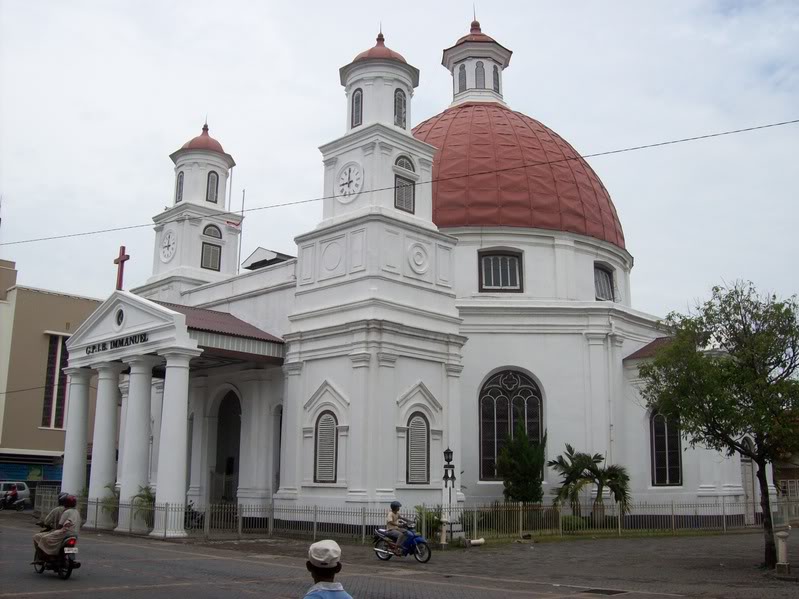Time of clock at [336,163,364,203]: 8:59
